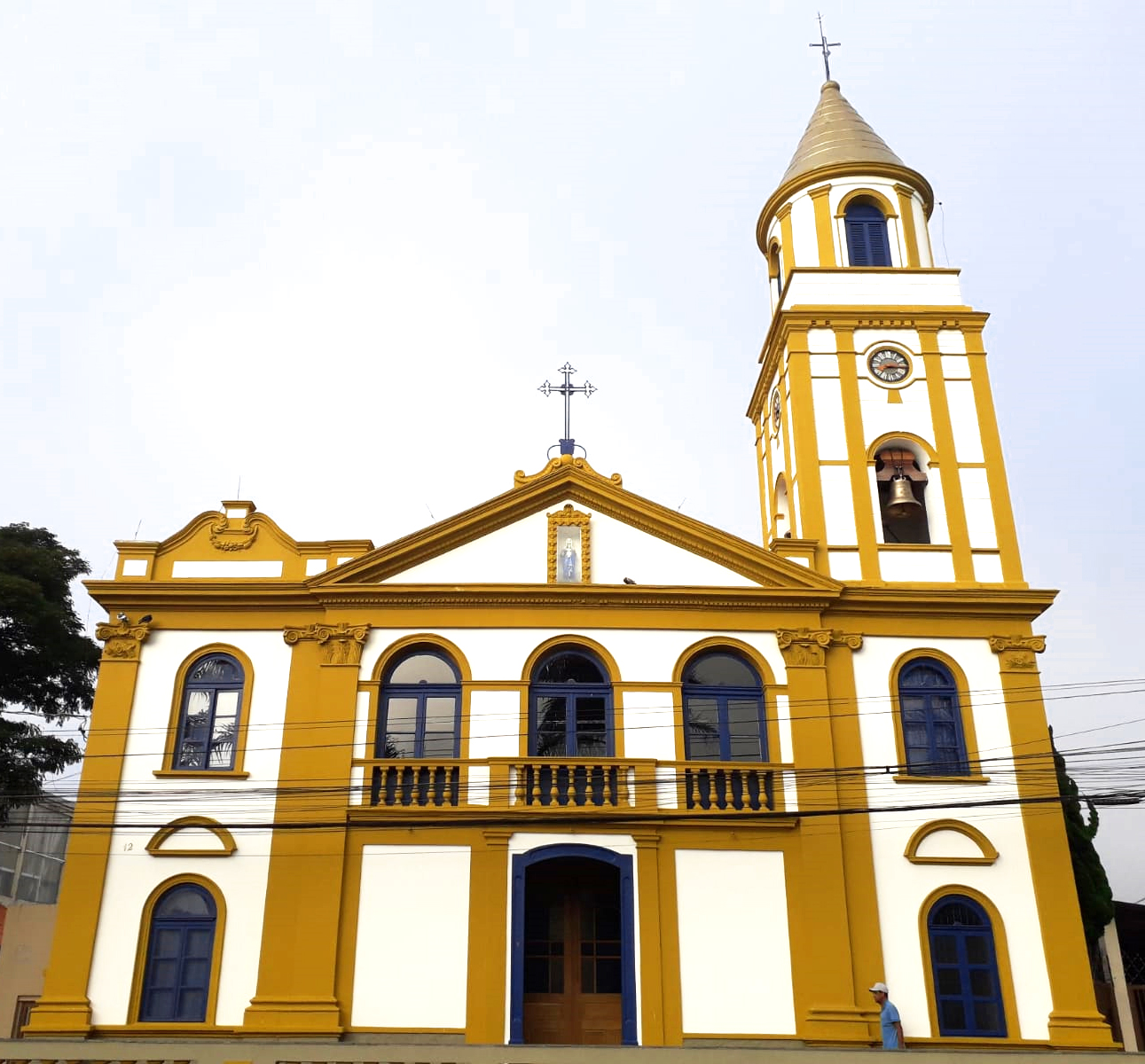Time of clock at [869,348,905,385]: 7:14
